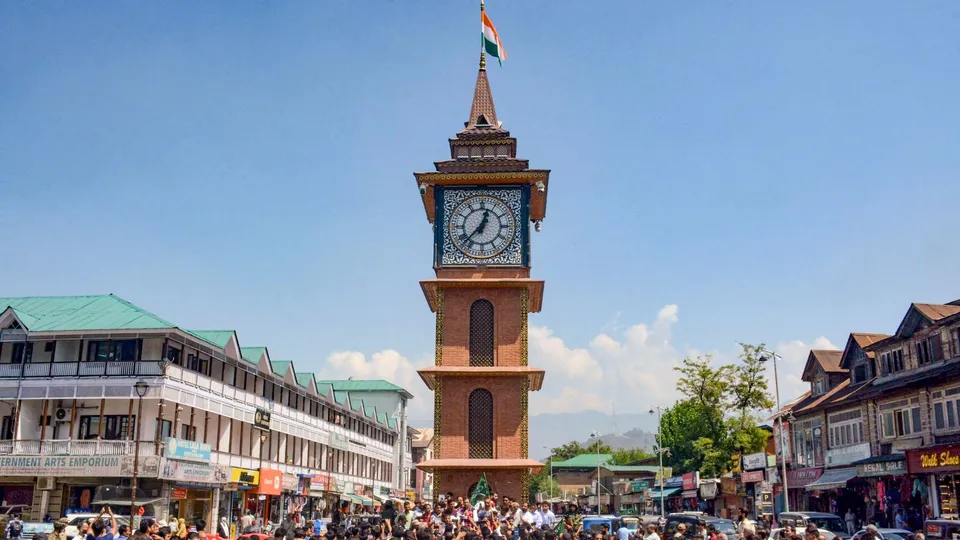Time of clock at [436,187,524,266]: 12:37
